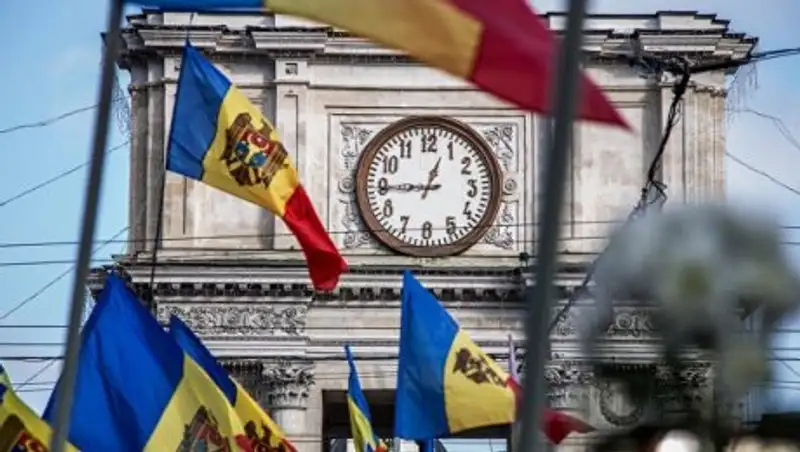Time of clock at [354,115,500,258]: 12:44
